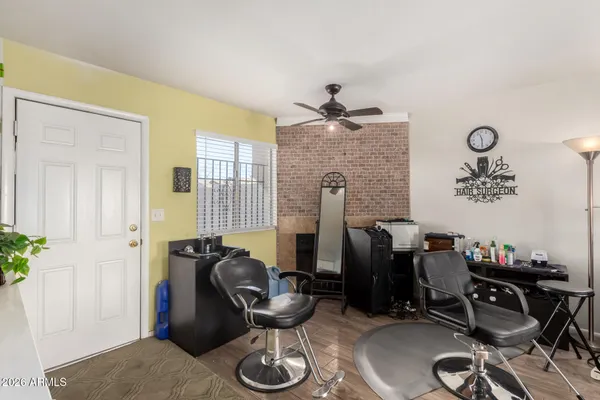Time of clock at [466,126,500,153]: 11:29
